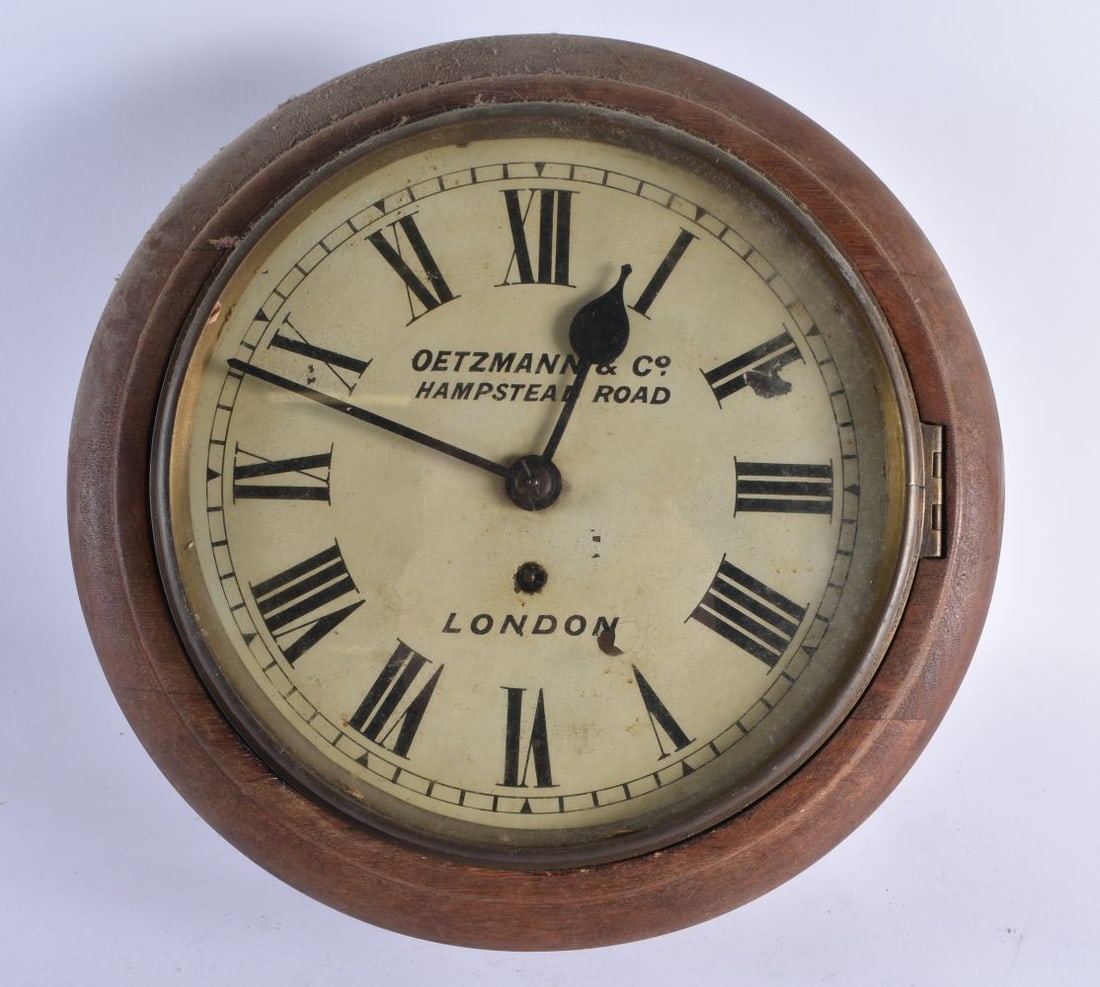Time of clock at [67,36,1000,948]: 12:48
